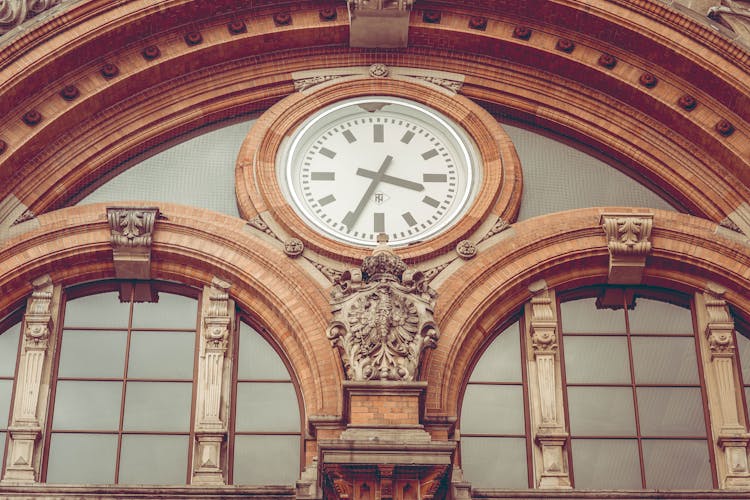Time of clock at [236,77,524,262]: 3:34
